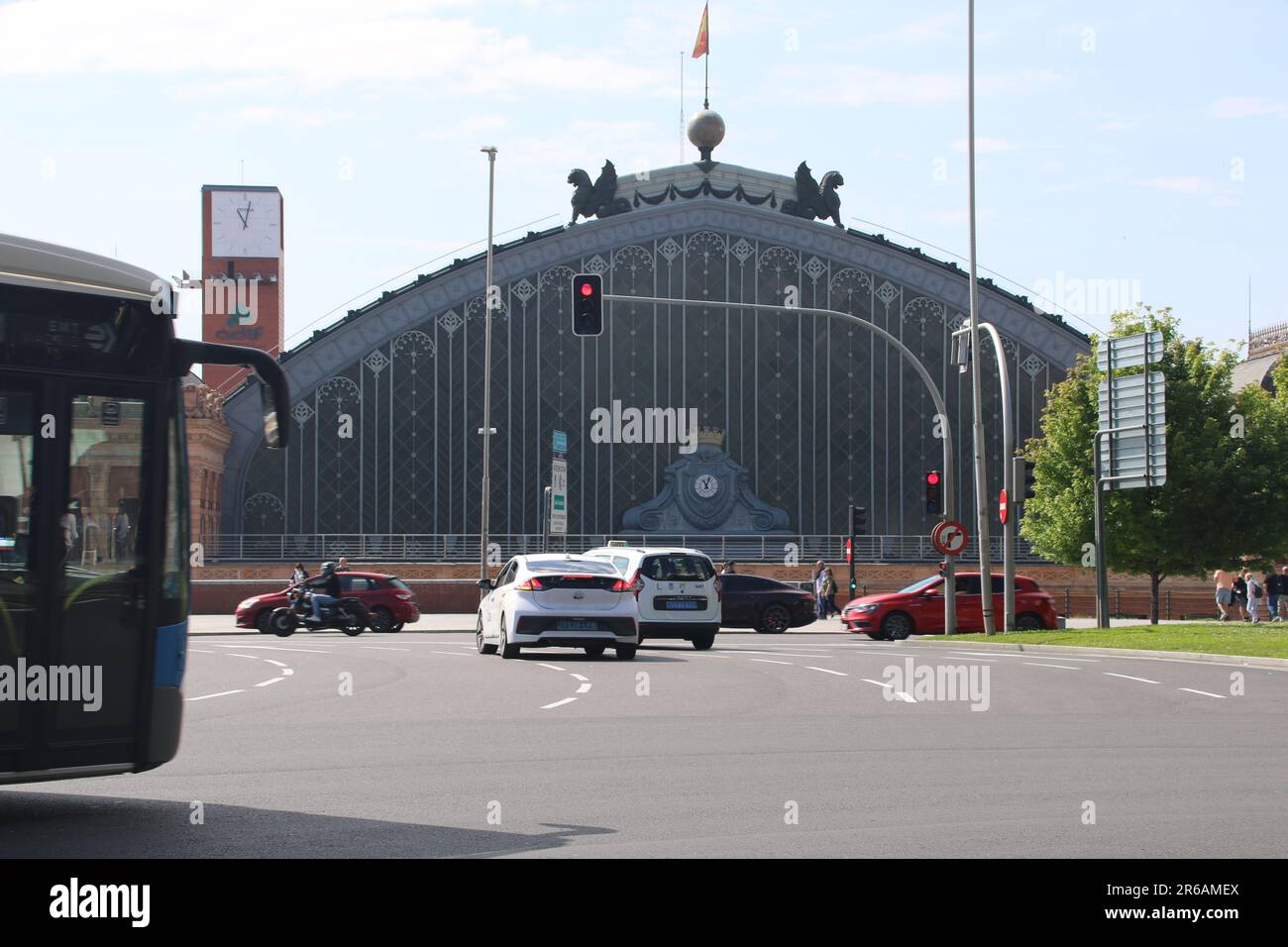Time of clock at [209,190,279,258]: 11:02
